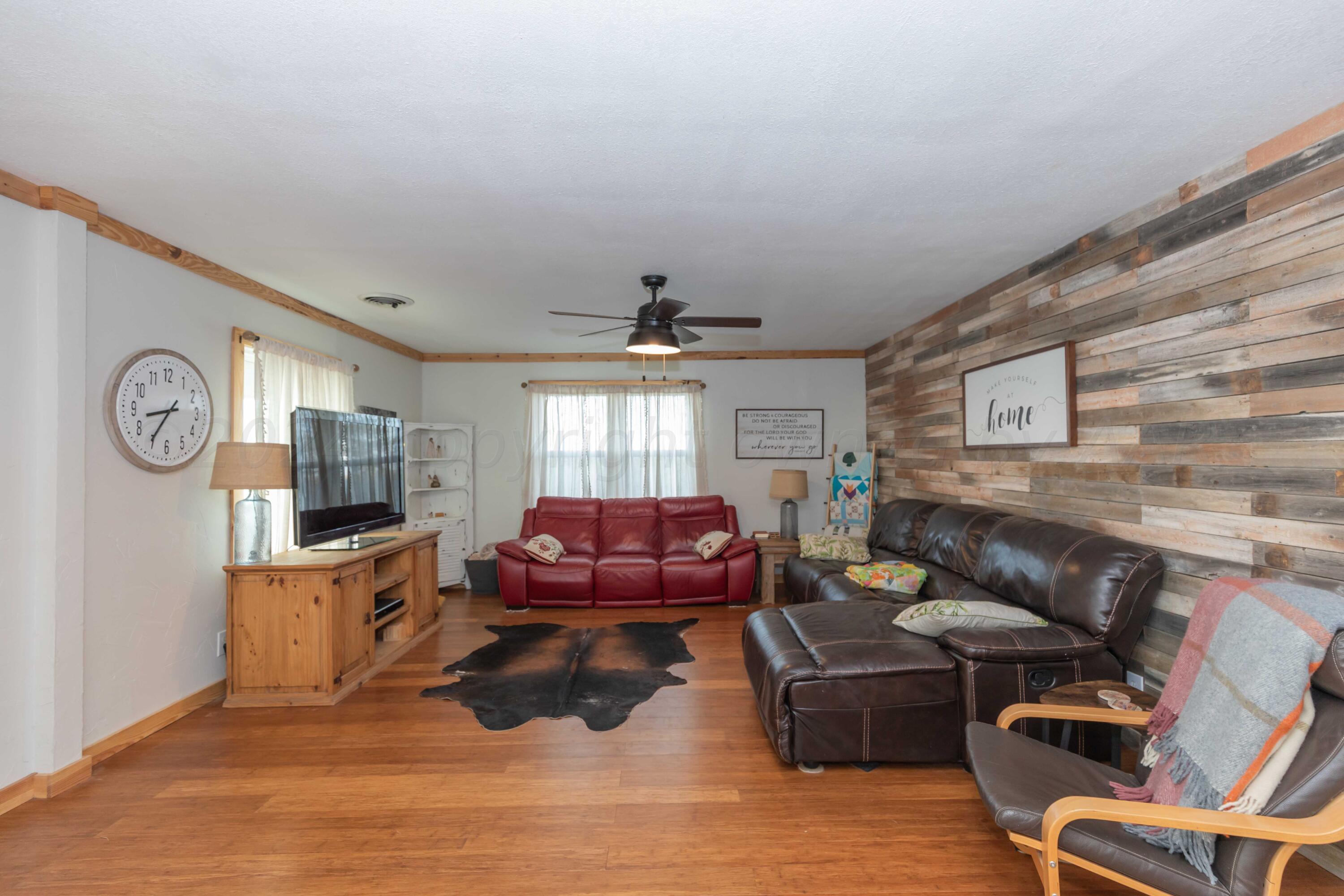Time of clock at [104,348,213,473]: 8:35
